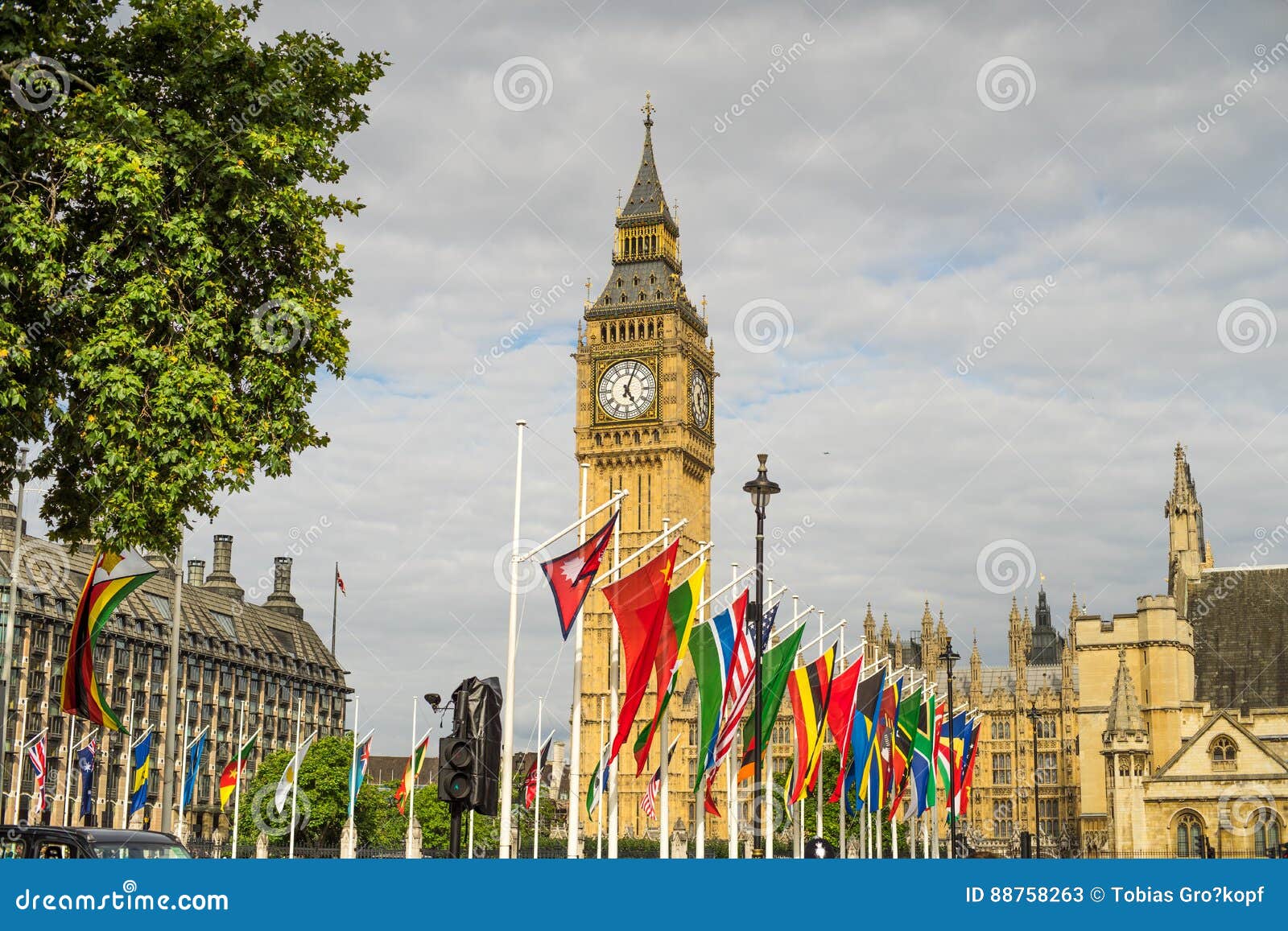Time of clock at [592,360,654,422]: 5:03
